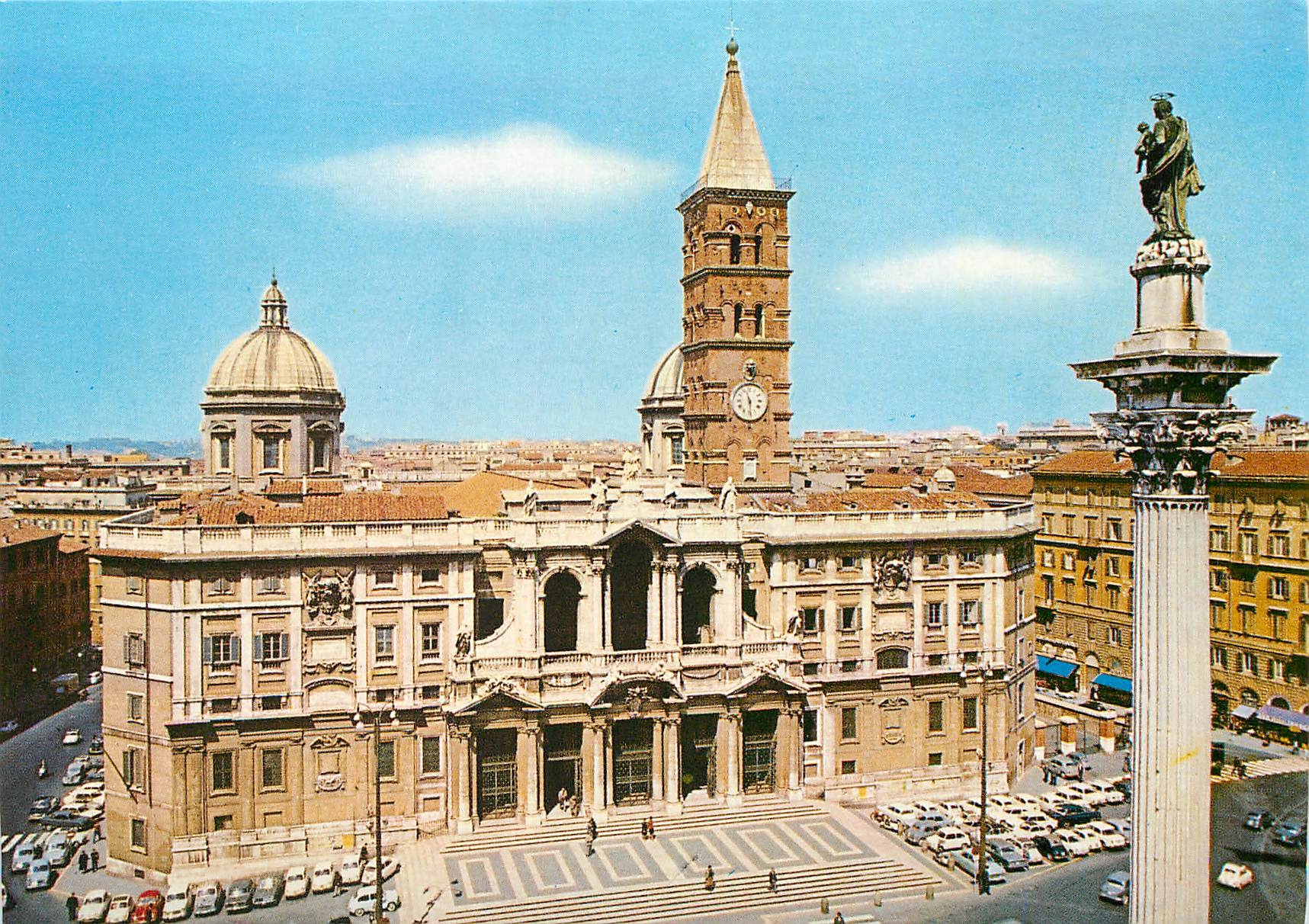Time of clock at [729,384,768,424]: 11:29
